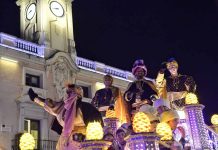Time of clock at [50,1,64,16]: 8:43
